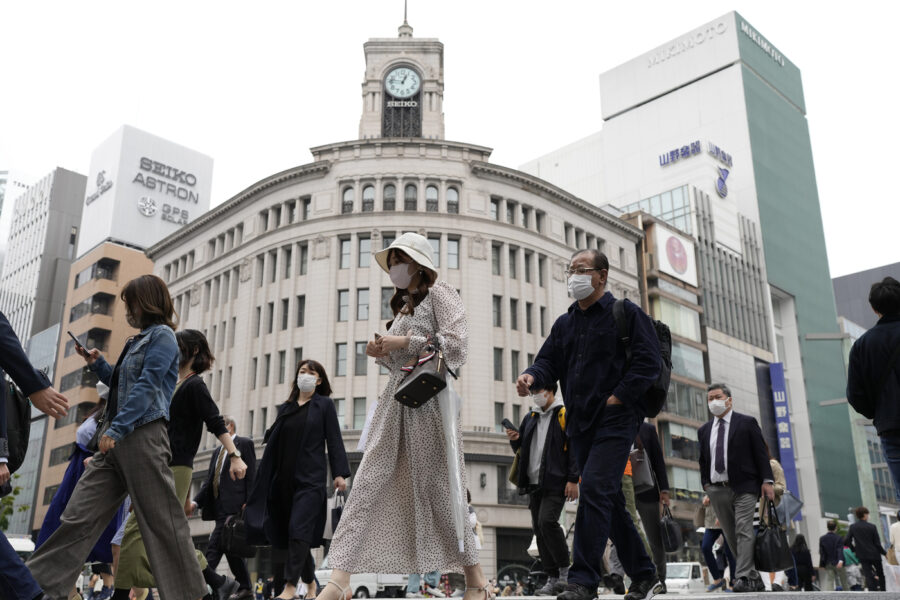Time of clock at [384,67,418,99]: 12:46
